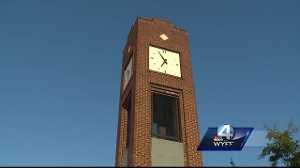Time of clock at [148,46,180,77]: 6:54
